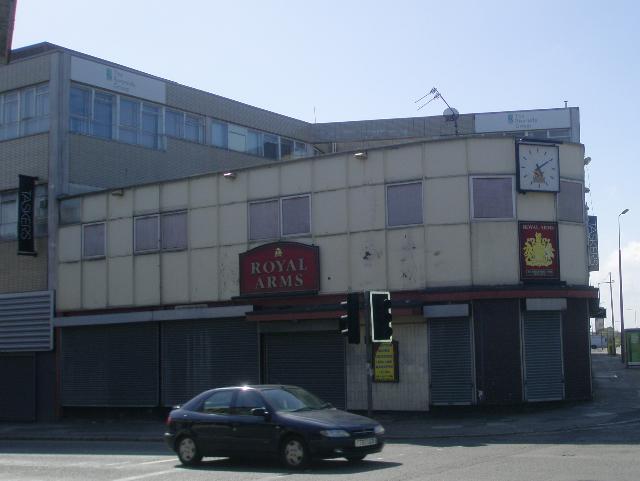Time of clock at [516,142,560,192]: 5:09
